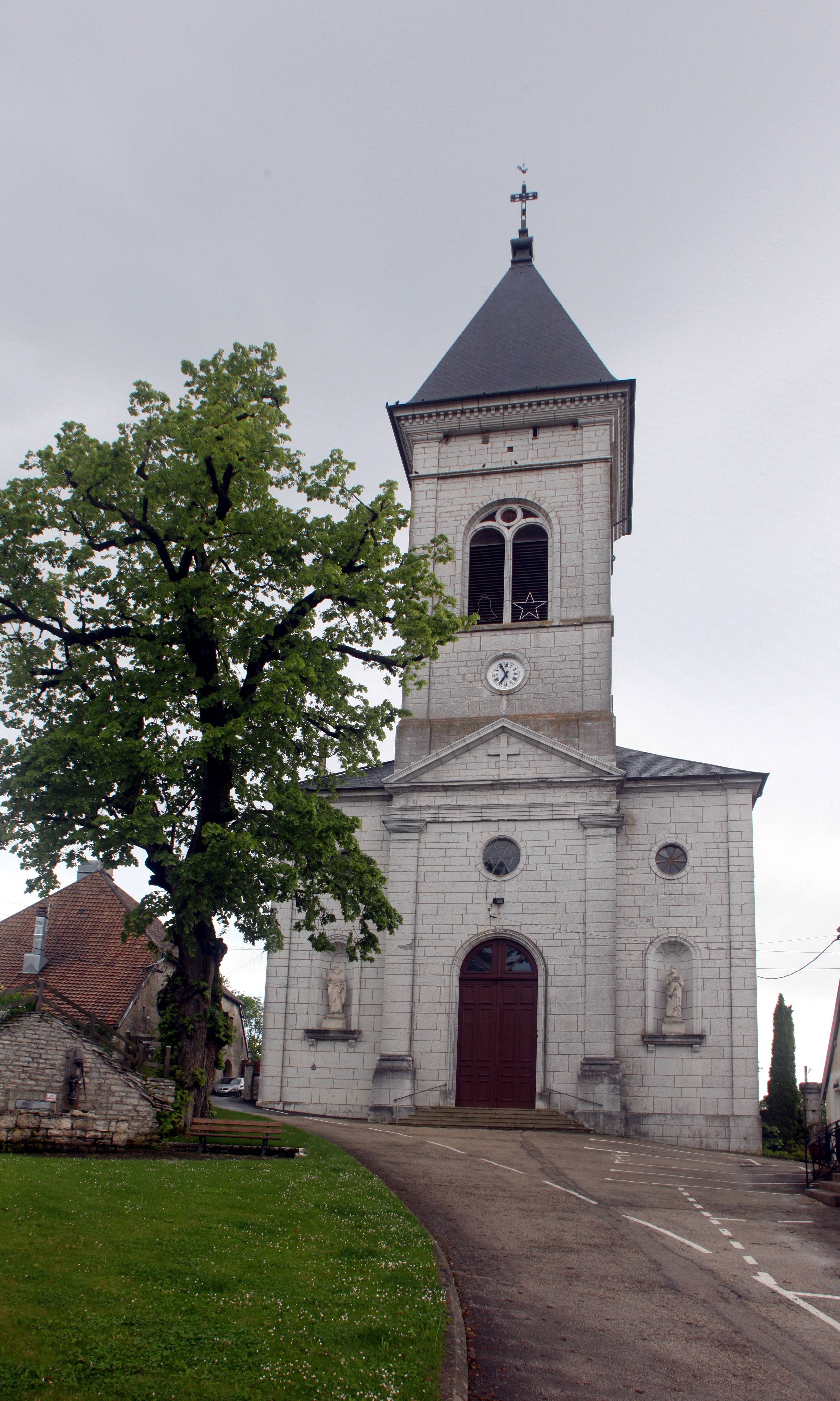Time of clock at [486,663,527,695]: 6:55
